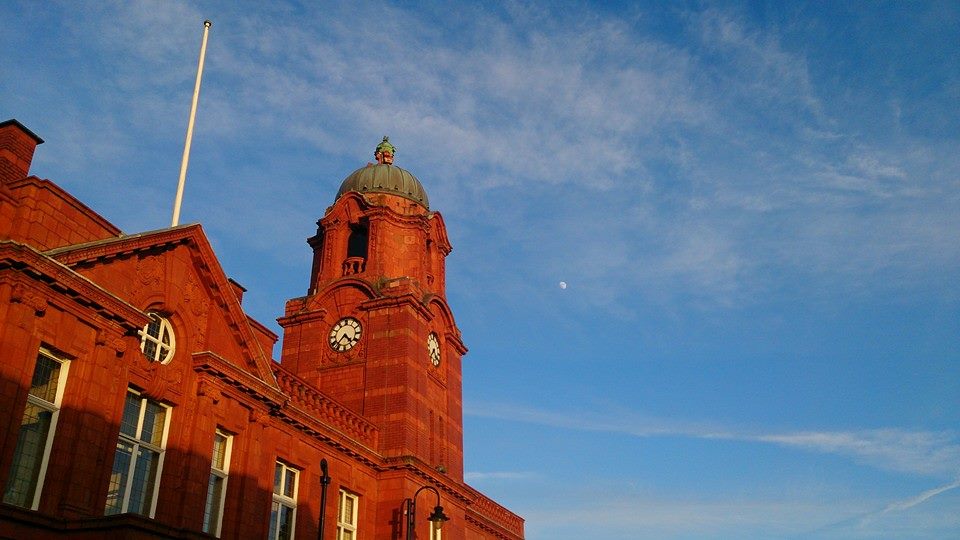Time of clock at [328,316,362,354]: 4:36
